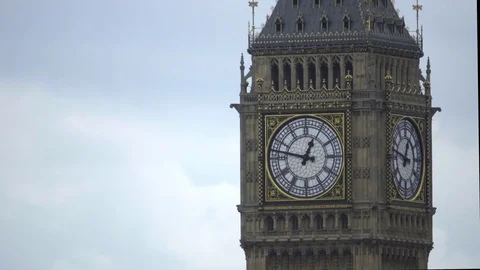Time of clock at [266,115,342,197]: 12:47
